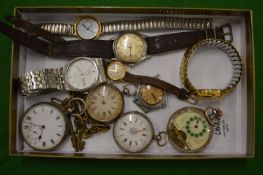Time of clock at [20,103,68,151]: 6:47
